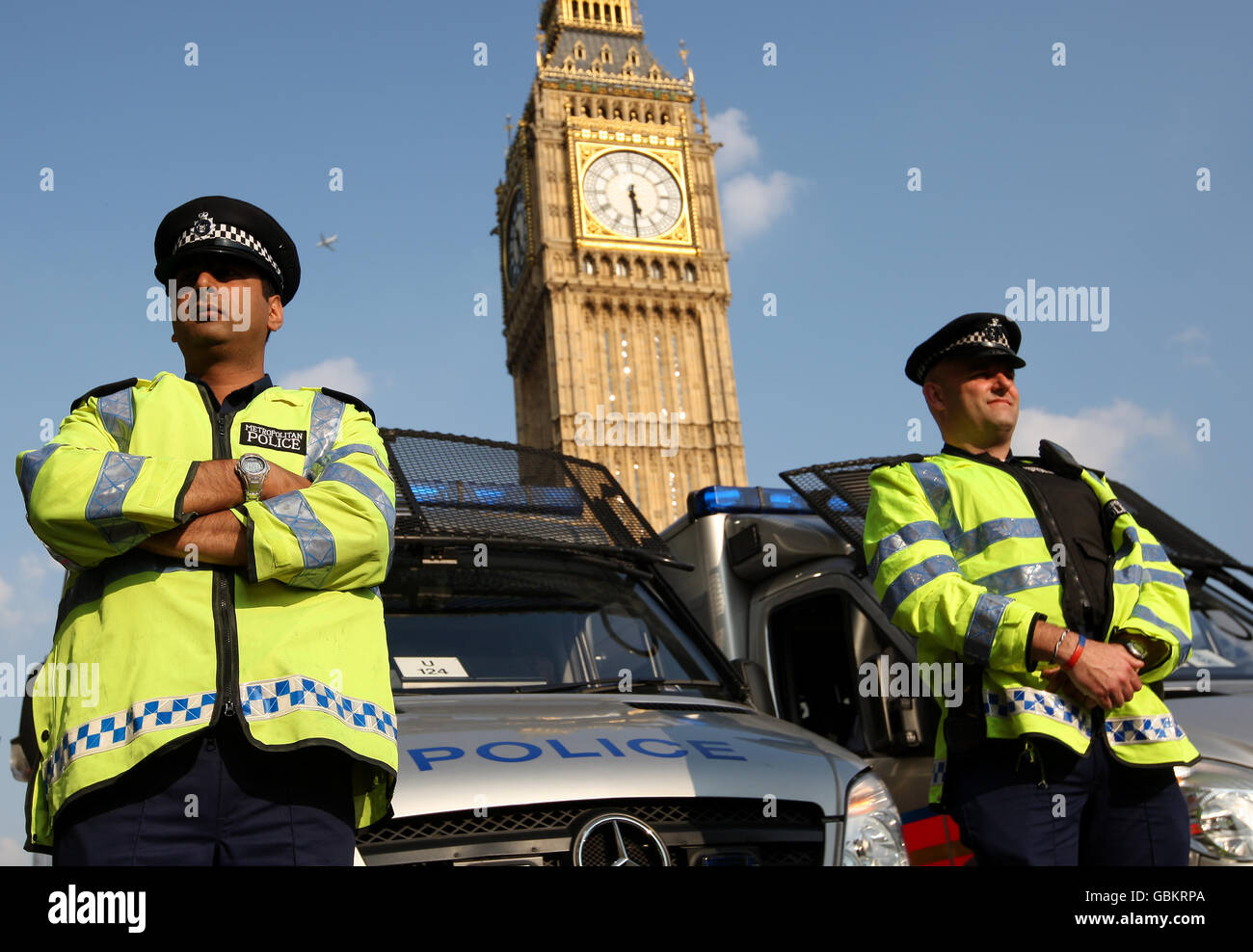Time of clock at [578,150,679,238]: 5:29
